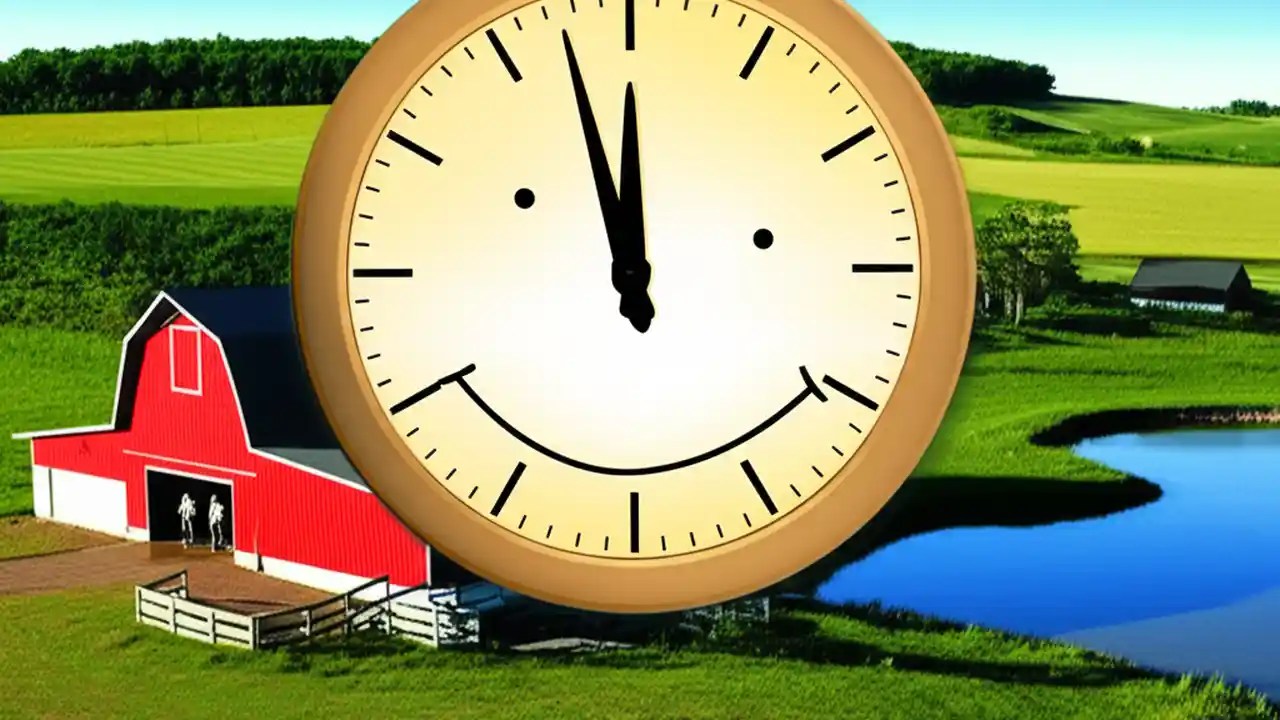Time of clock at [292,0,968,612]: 11:57
